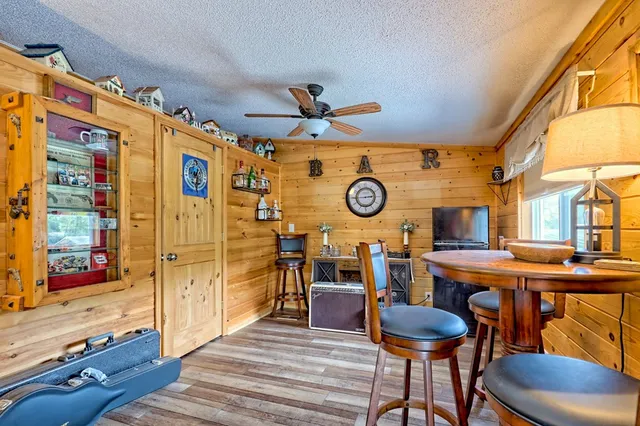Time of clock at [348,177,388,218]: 2:44
